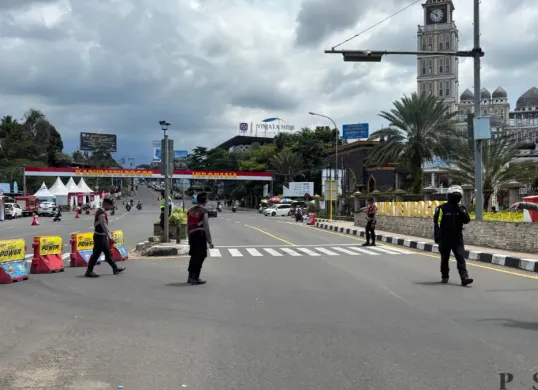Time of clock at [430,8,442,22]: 11:51
